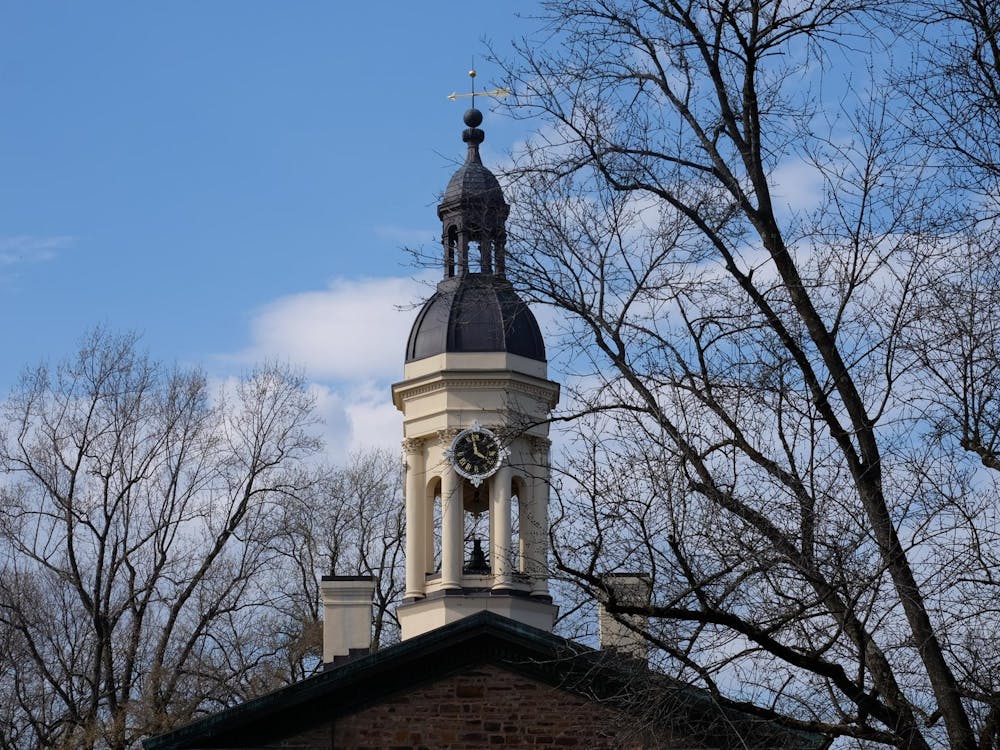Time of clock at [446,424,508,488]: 3:58
